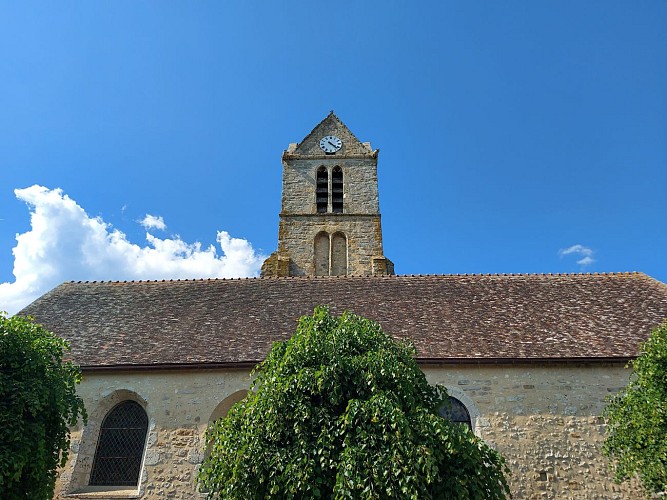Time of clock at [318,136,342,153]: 4:22
